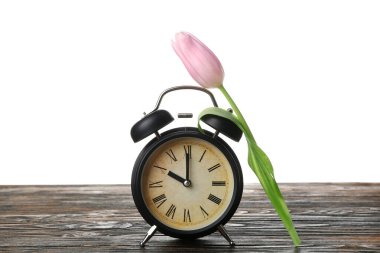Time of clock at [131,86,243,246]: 10:00
